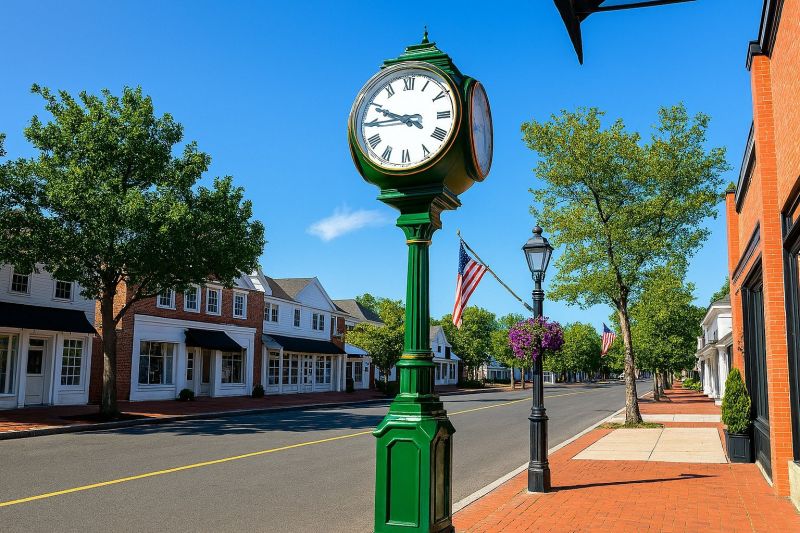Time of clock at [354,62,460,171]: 9:44
